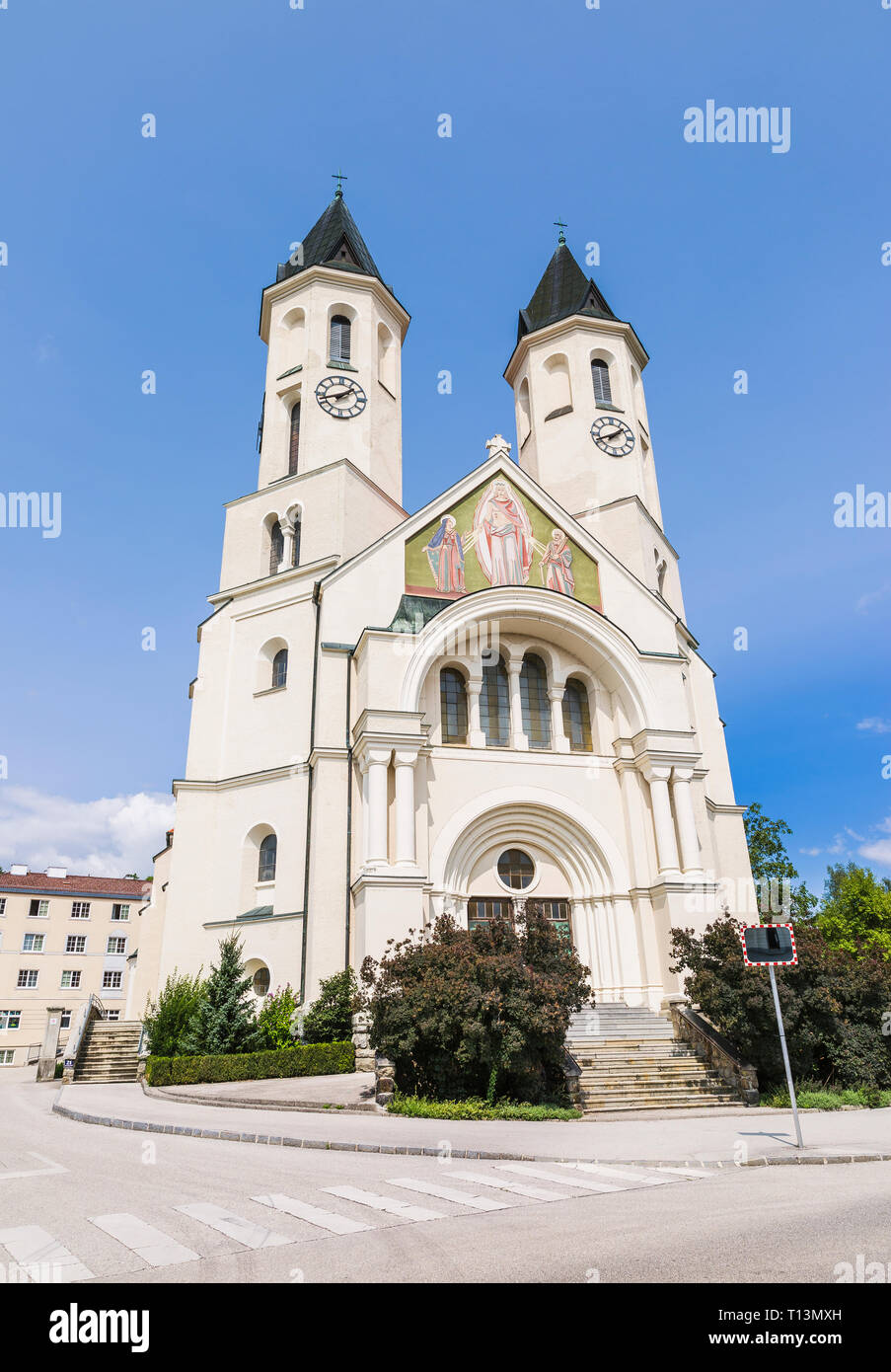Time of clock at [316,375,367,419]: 1:42
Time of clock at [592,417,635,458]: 1:41
